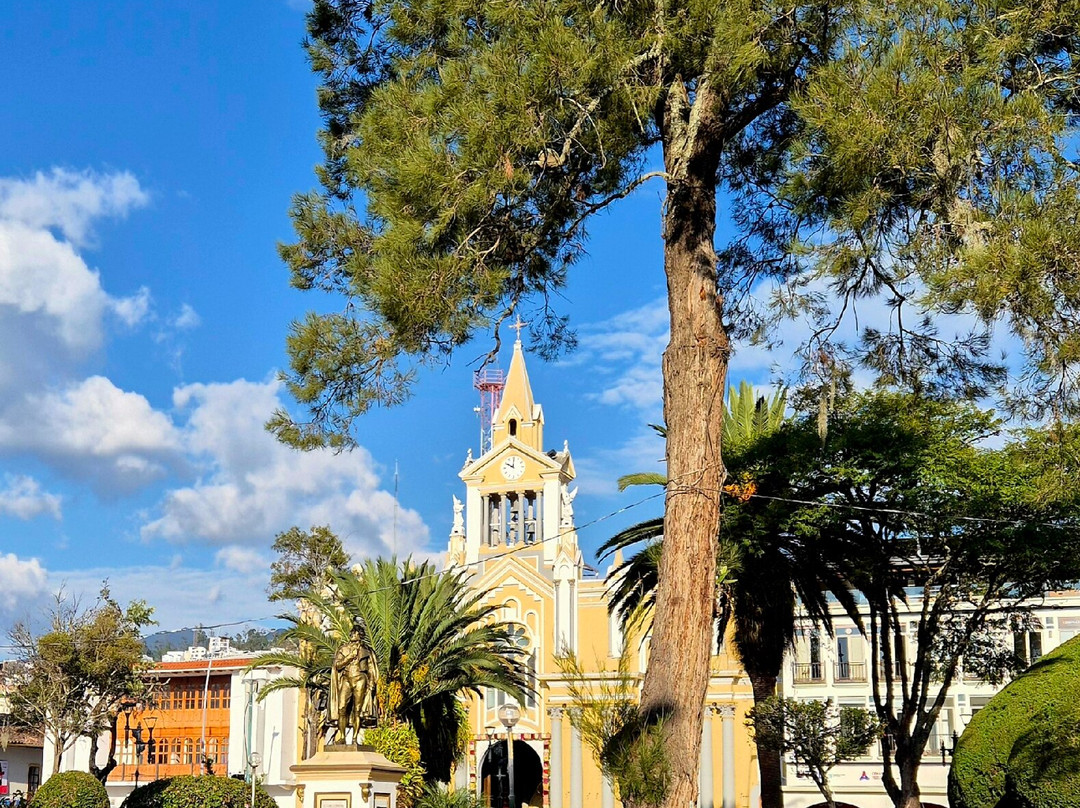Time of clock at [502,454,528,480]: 10:00
